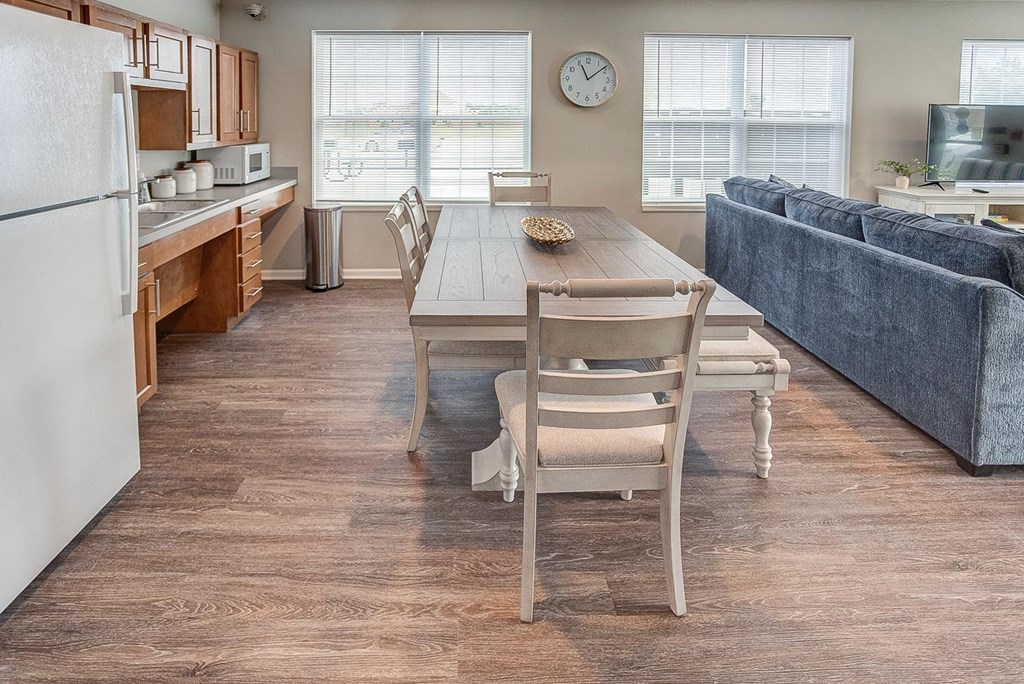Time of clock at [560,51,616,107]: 11:08
